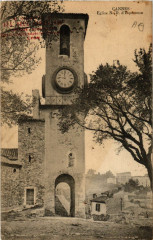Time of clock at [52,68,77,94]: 11:46
